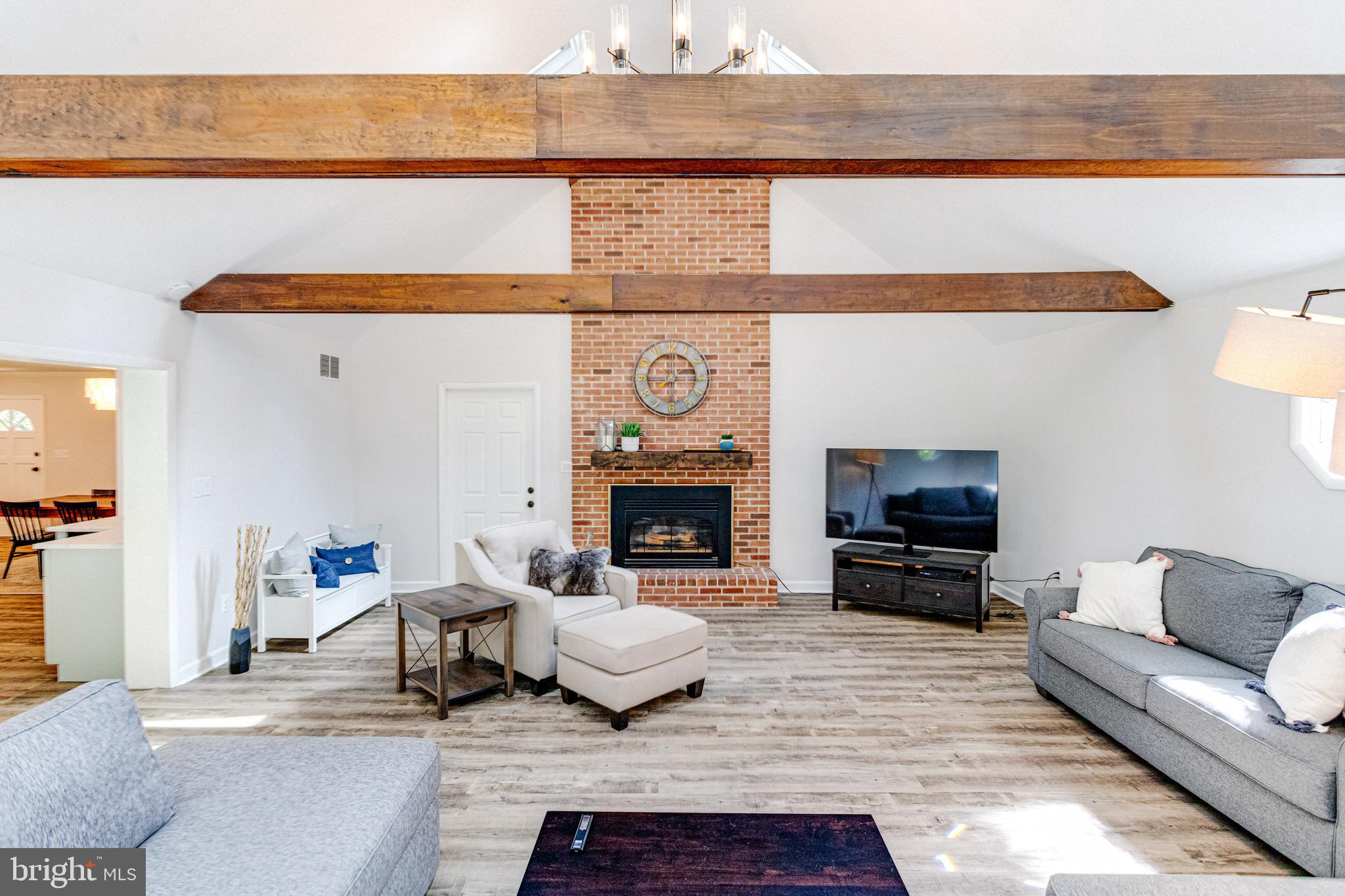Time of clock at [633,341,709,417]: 8:00
